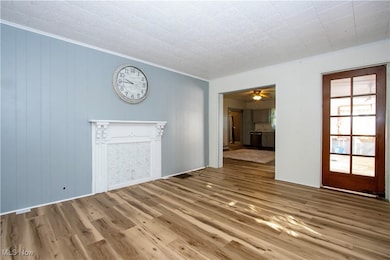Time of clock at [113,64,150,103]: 9:45
